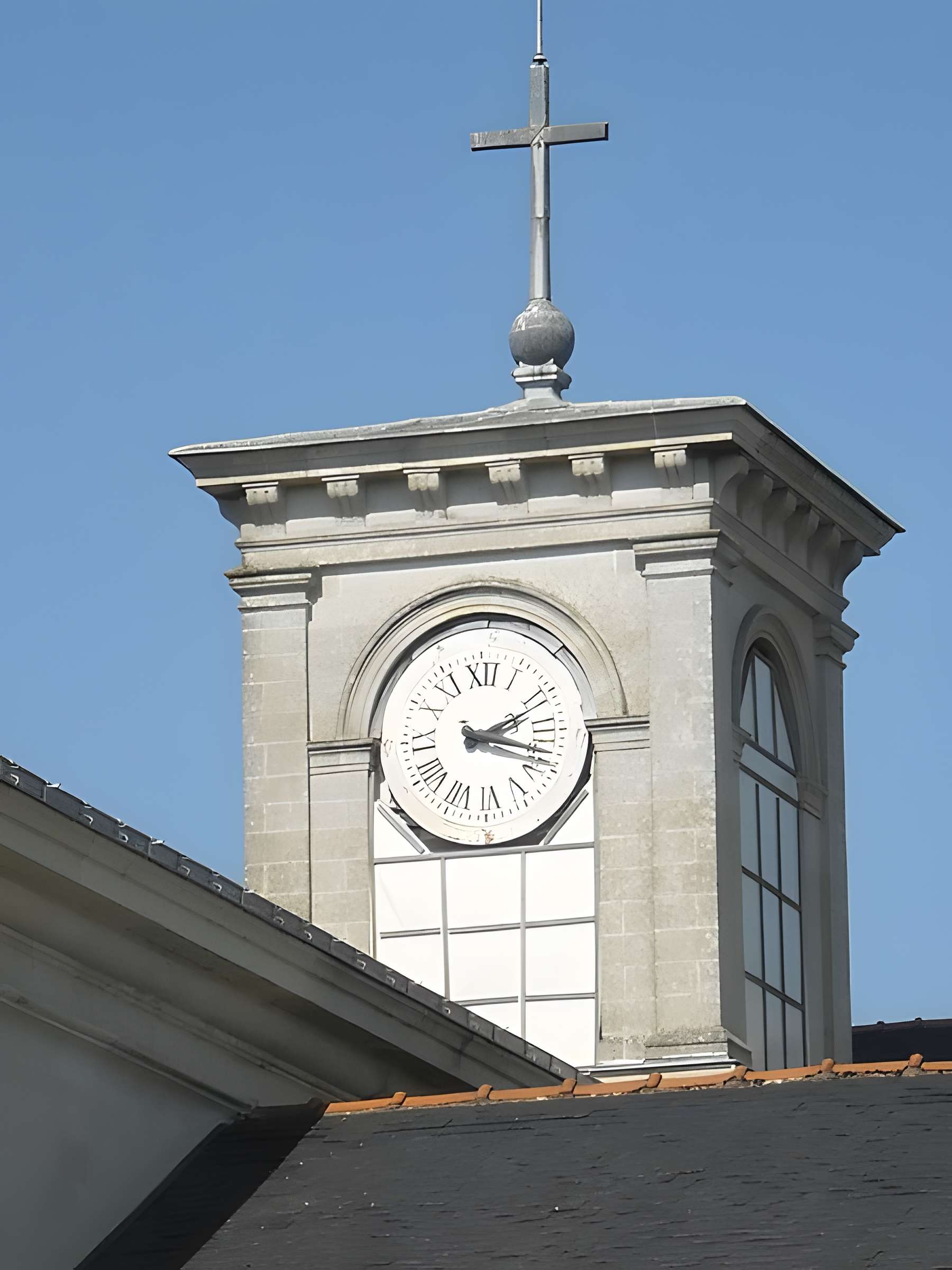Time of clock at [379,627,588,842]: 2:18
